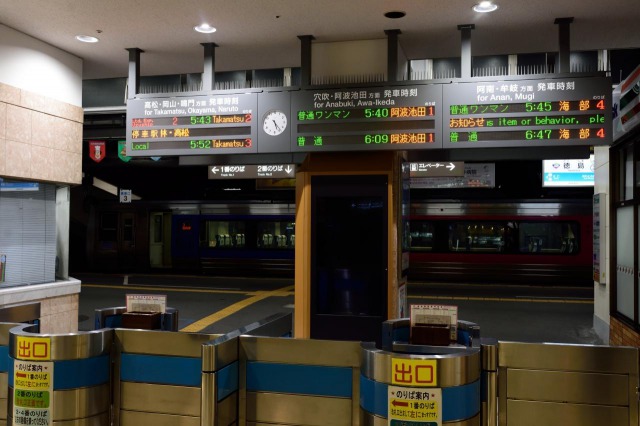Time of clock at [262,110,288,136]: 5:23
